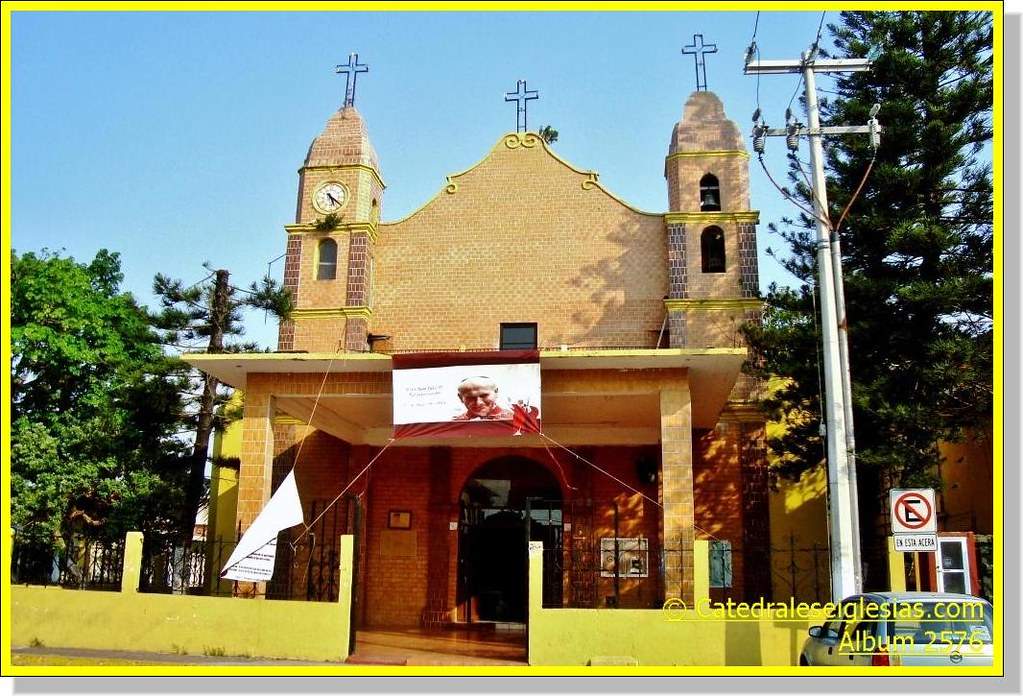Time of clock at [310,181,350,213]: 5:21
